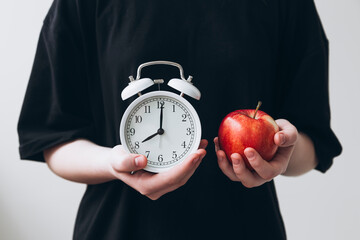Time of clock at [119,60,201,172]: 8:00
